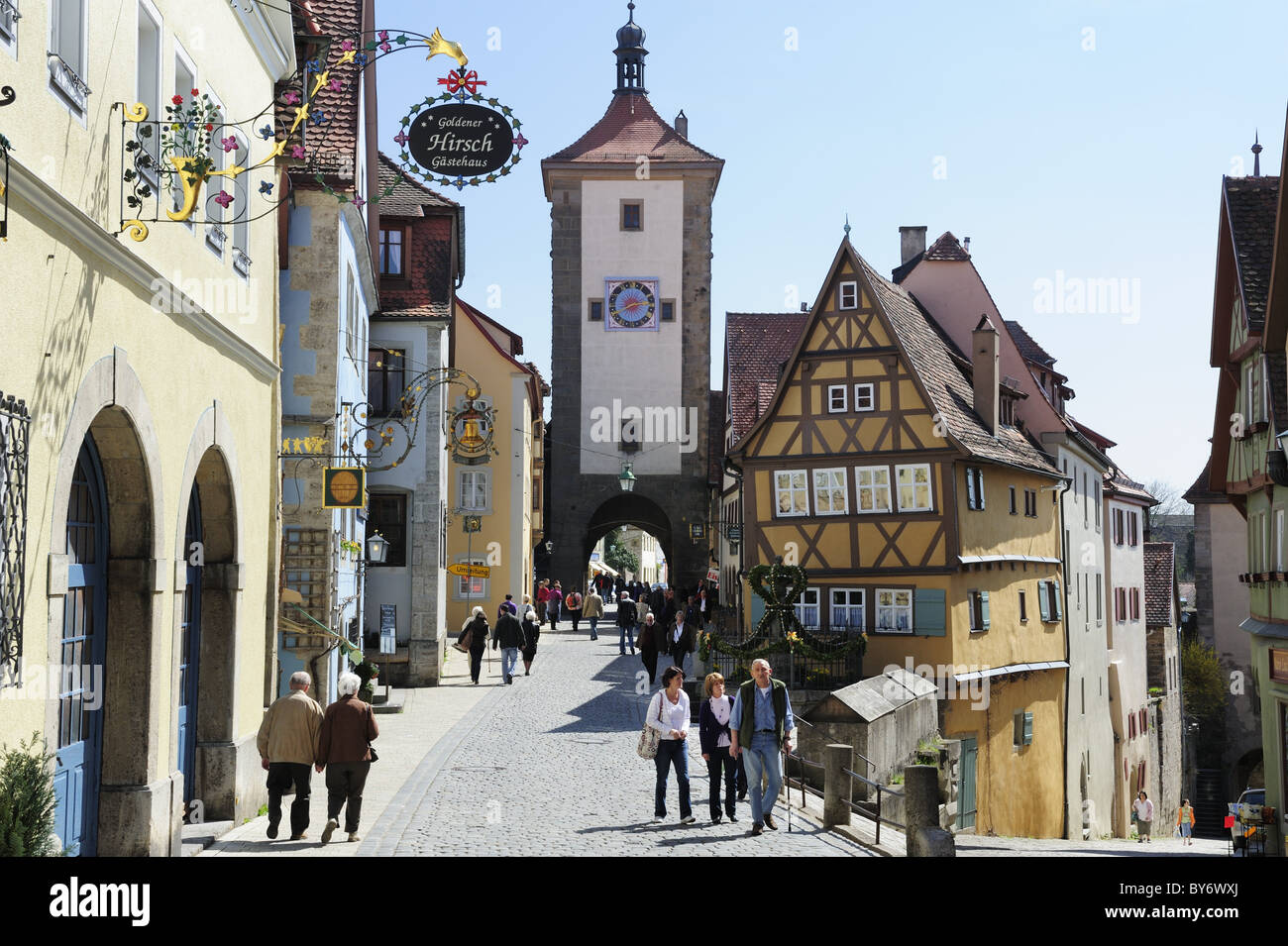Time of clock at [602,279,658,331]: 2:40
